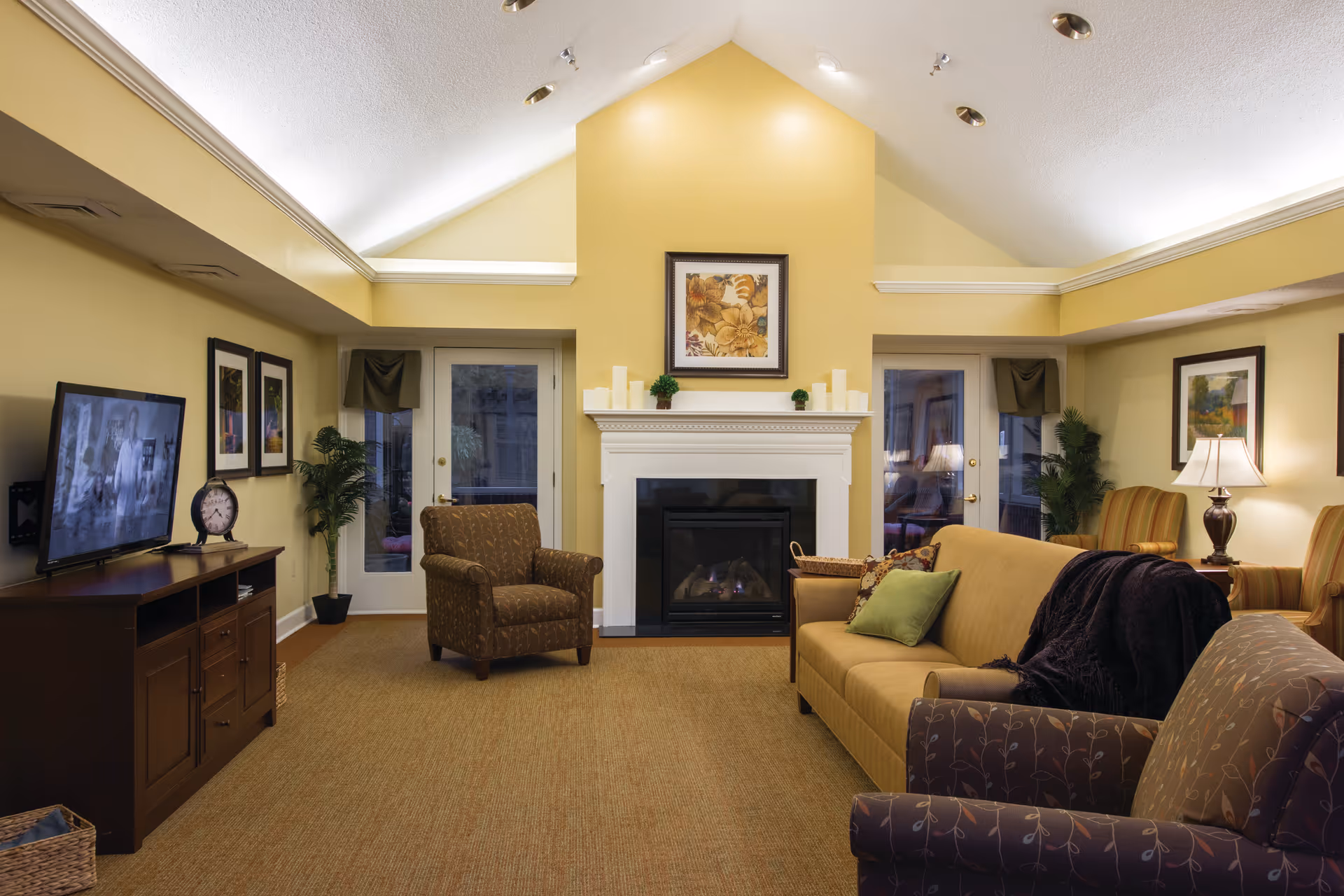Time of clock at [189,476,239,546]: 4:37
